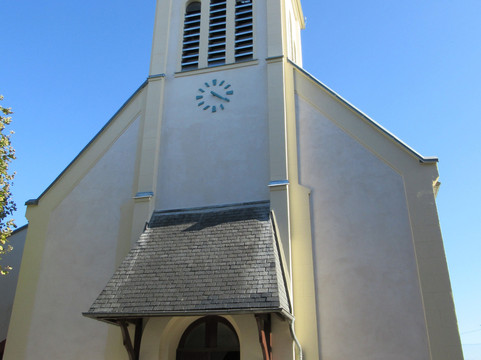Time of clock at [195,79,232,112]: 4:20
